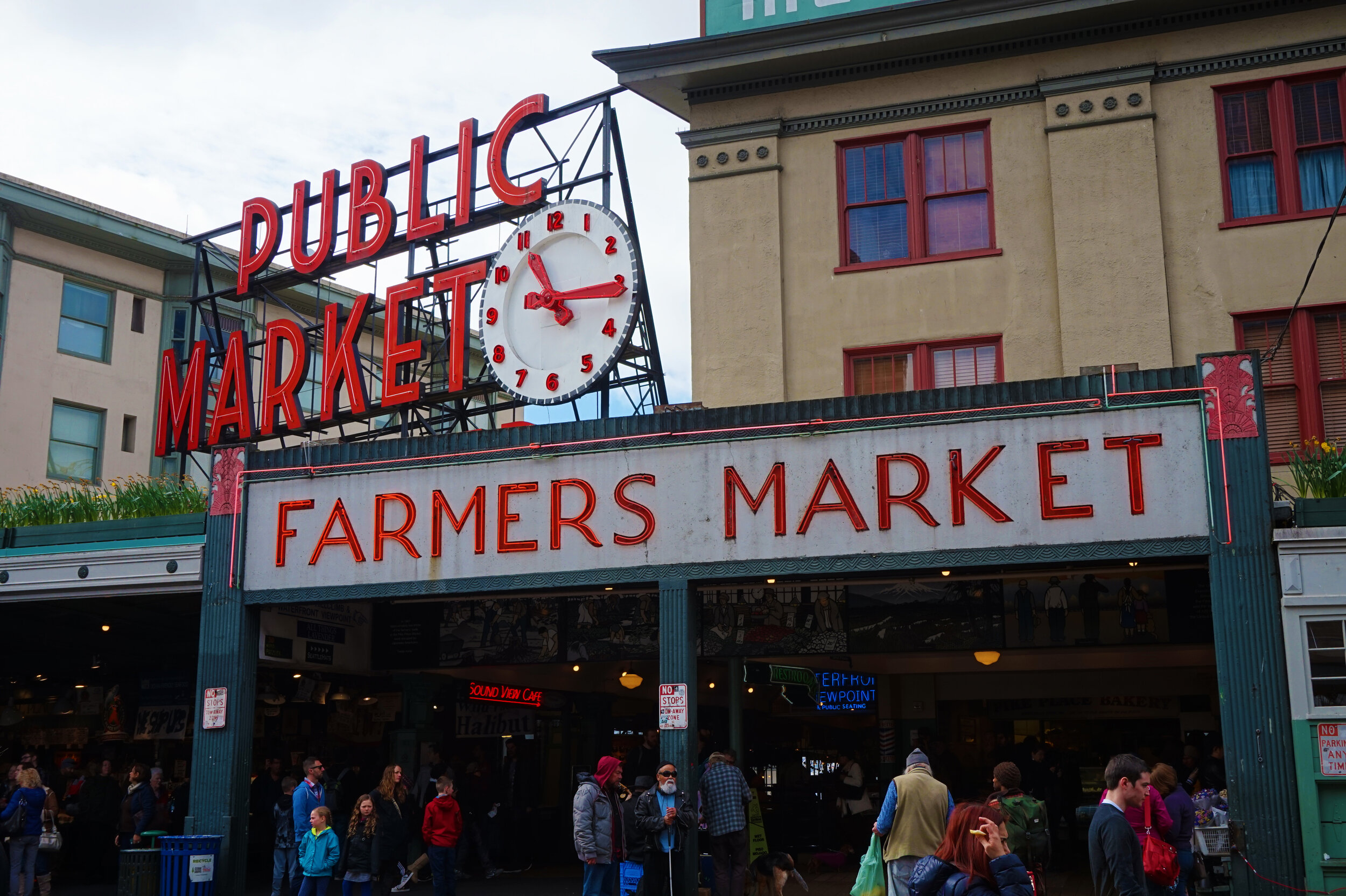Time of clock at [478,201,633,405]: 11:14
